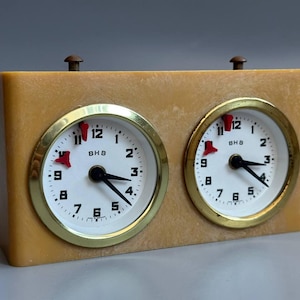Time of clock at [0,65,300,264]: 3:21
